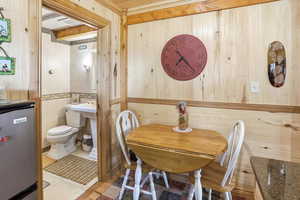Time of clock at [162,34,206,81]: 7:23
